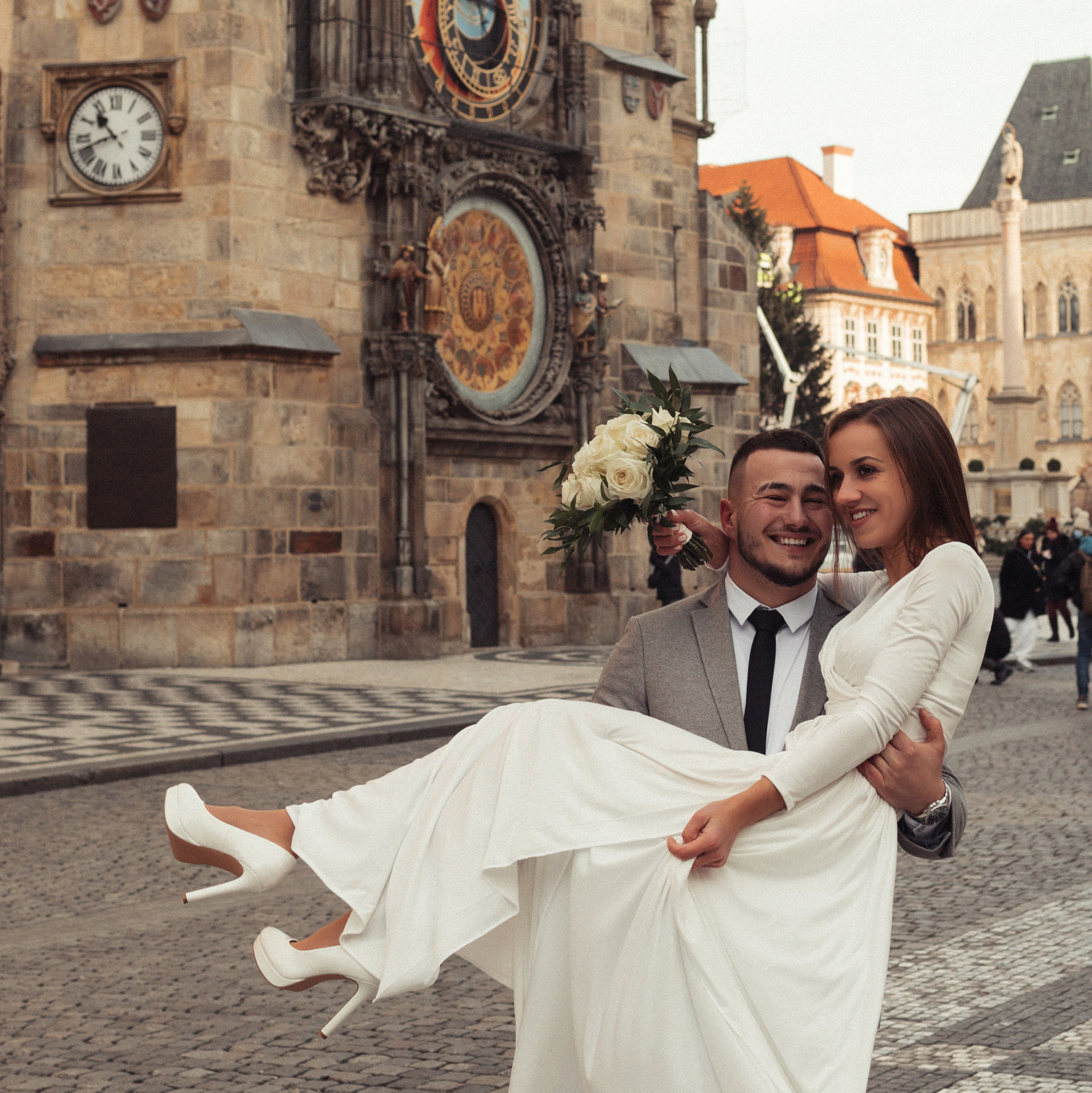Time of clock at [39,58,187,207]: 10:41
